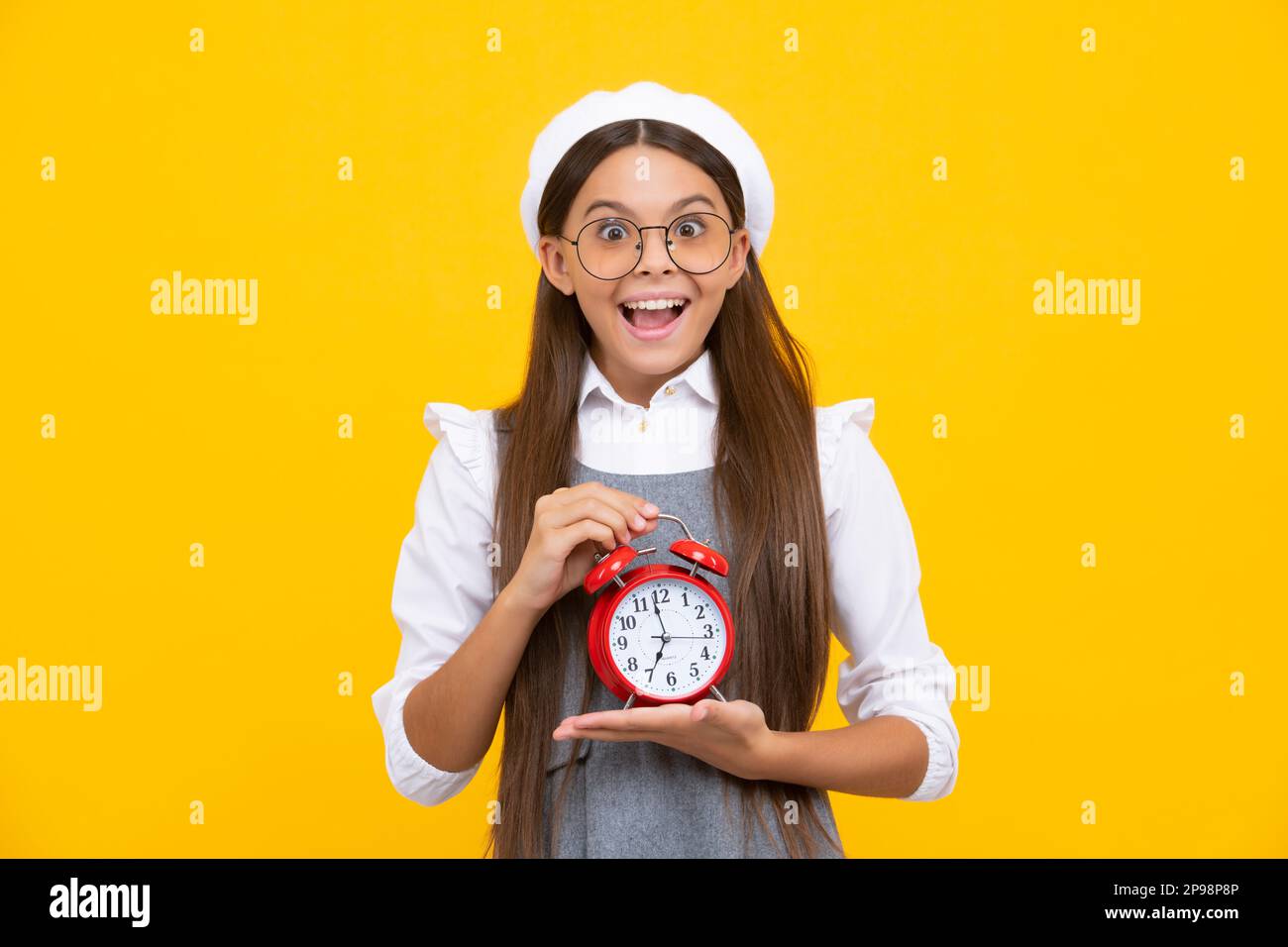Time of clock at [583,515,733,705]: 6:58
